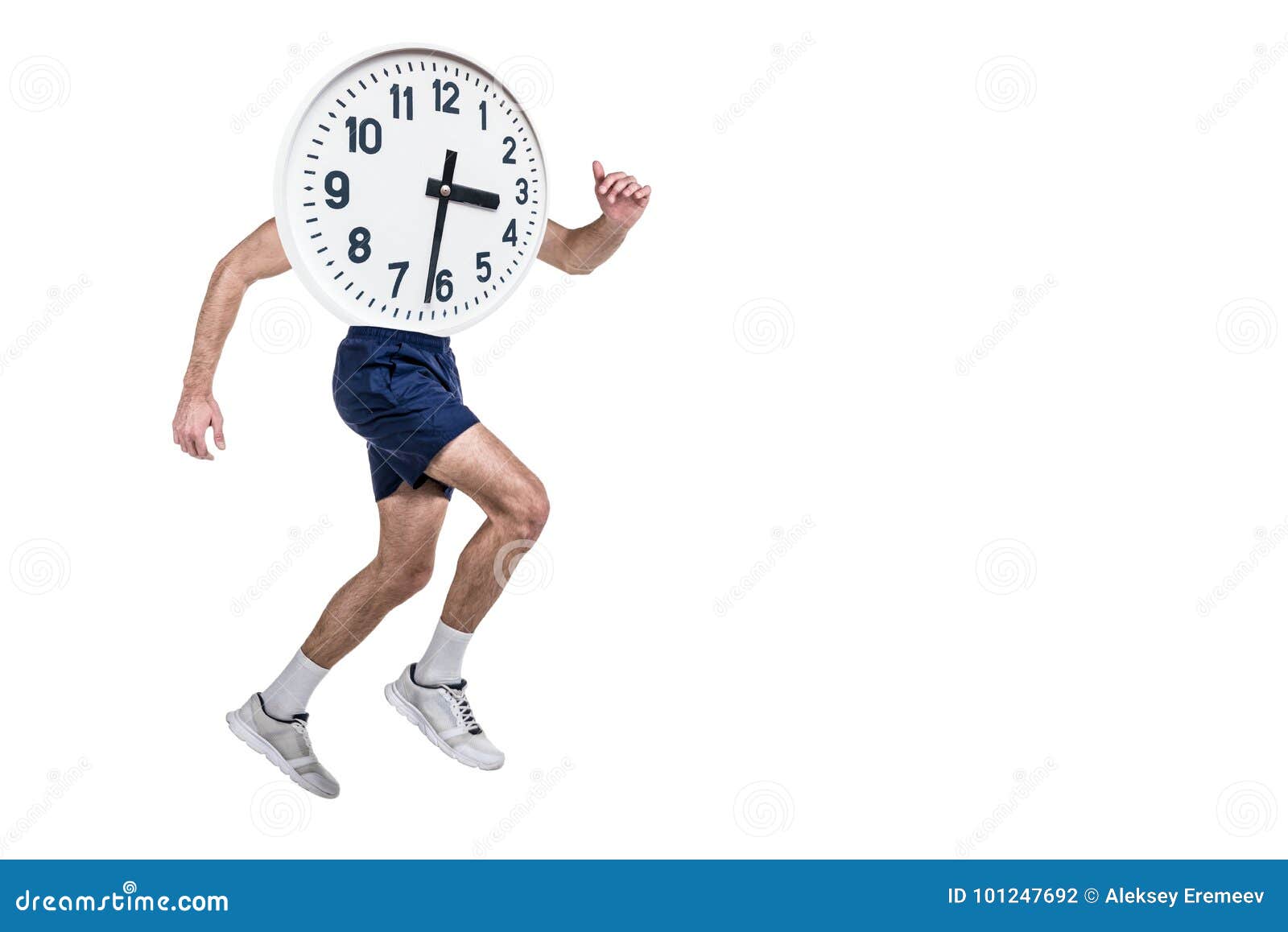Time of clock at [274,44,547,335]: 3:31
